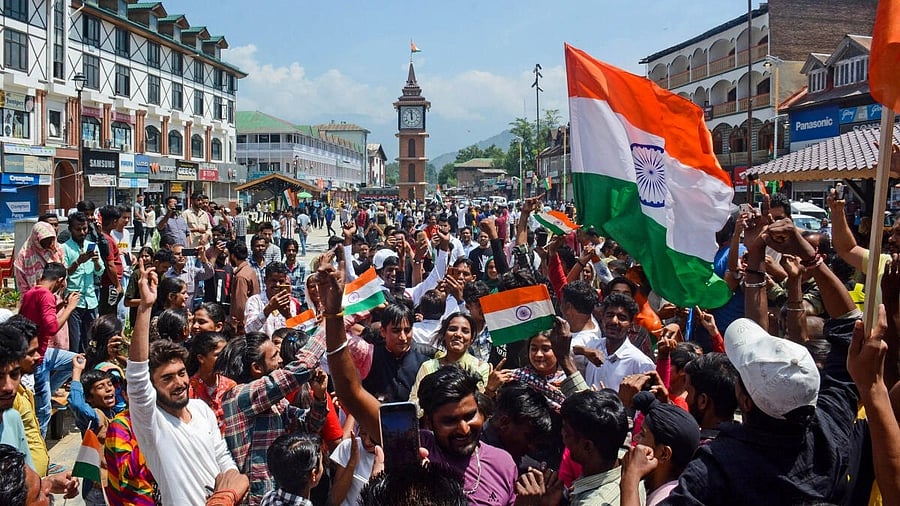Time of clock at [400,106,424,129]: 11:58
